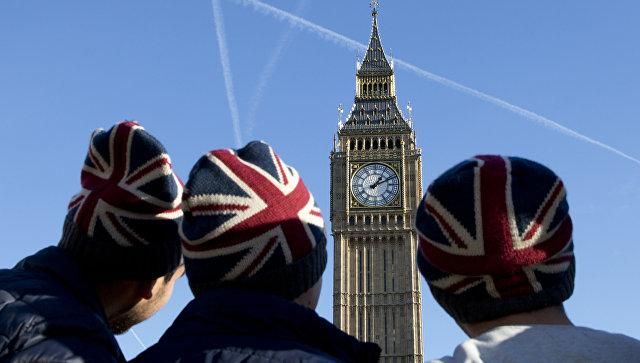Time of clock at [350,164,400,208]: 1:11
